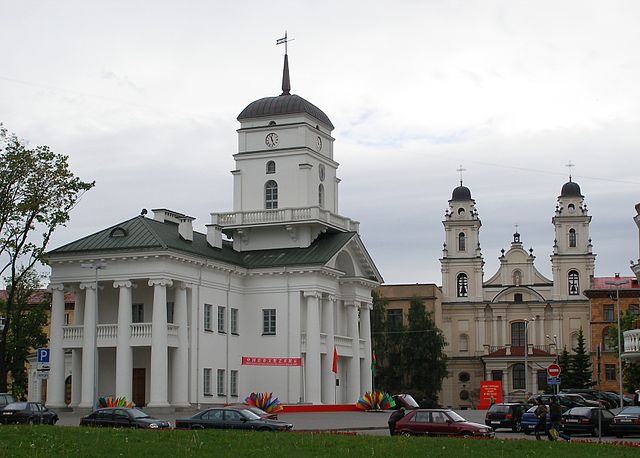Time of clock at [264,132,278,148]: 11:26
